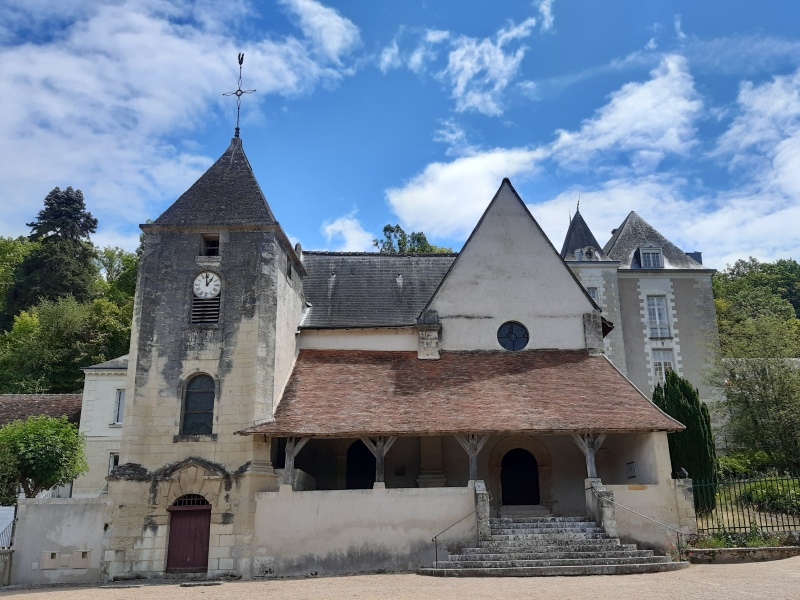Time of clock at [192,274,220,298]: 12:58
